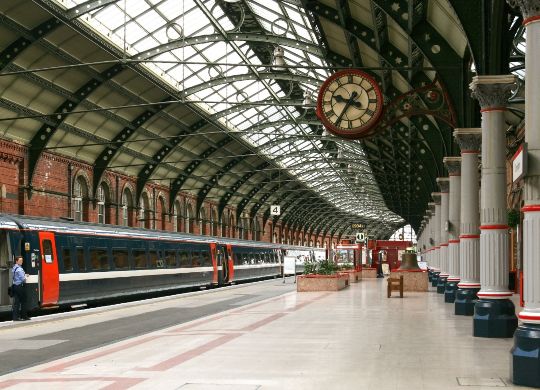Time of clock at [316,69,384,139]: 9:35
